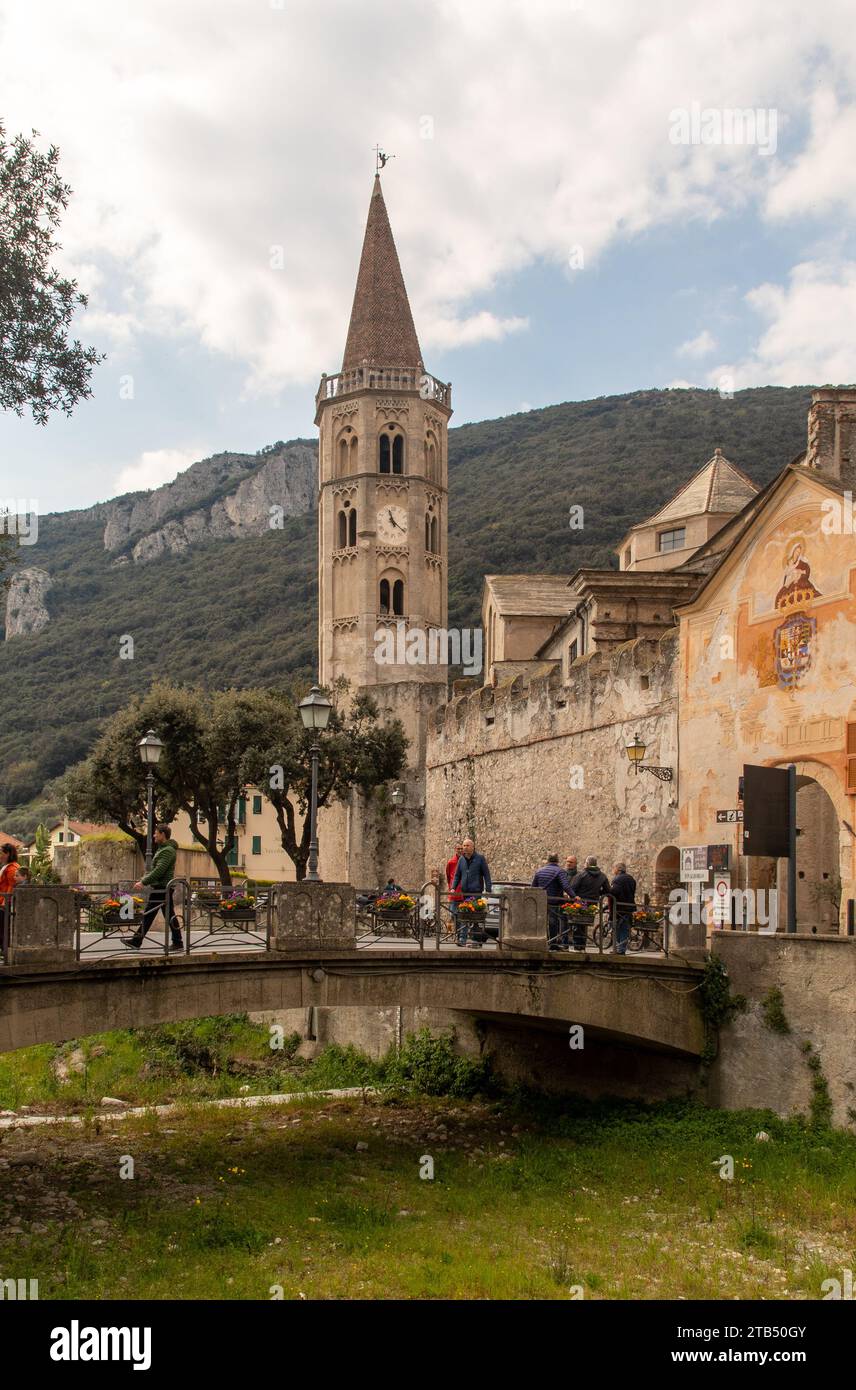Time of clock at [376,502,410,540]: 11:21
